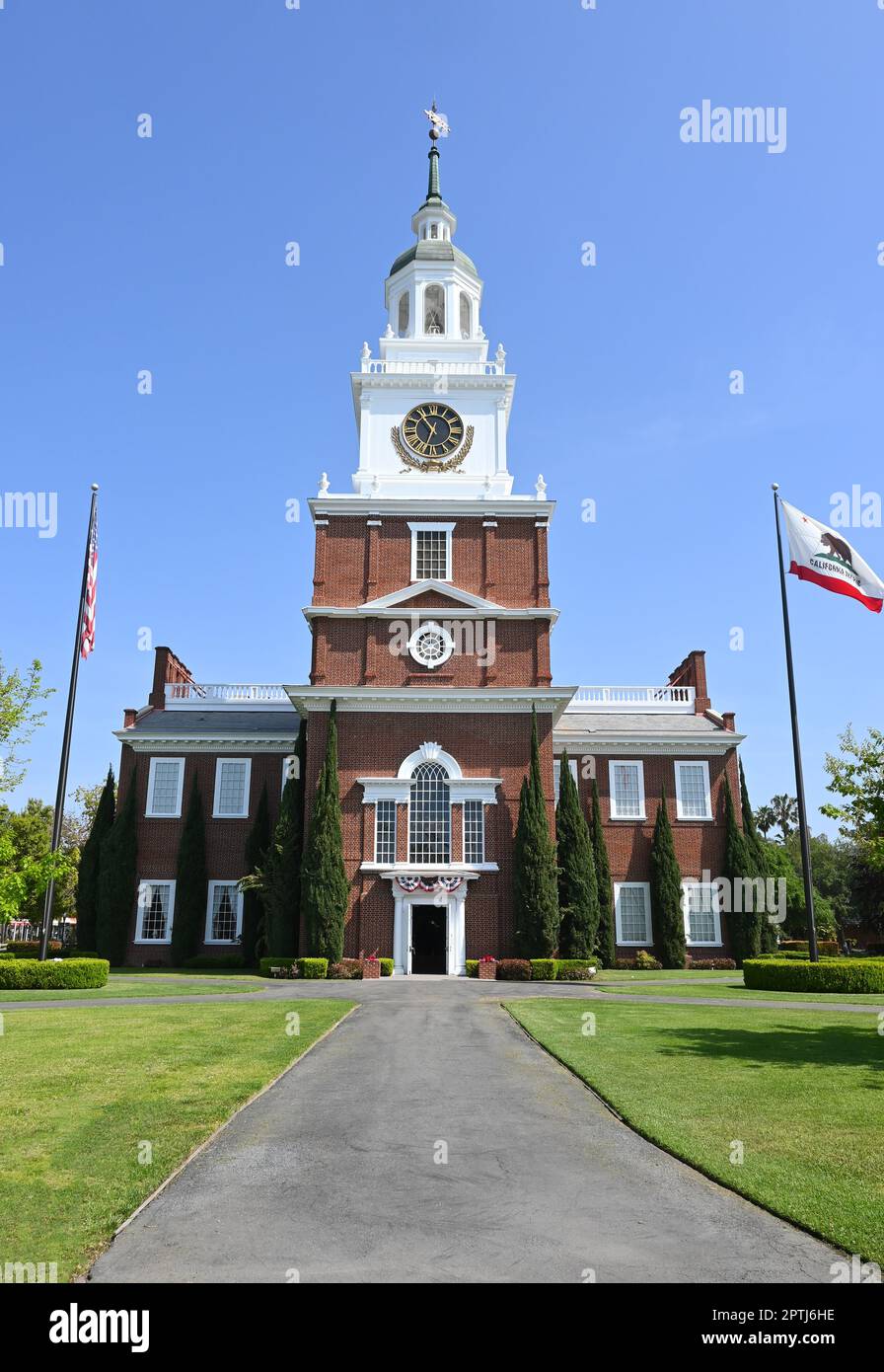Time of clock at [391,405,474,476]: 6:54
